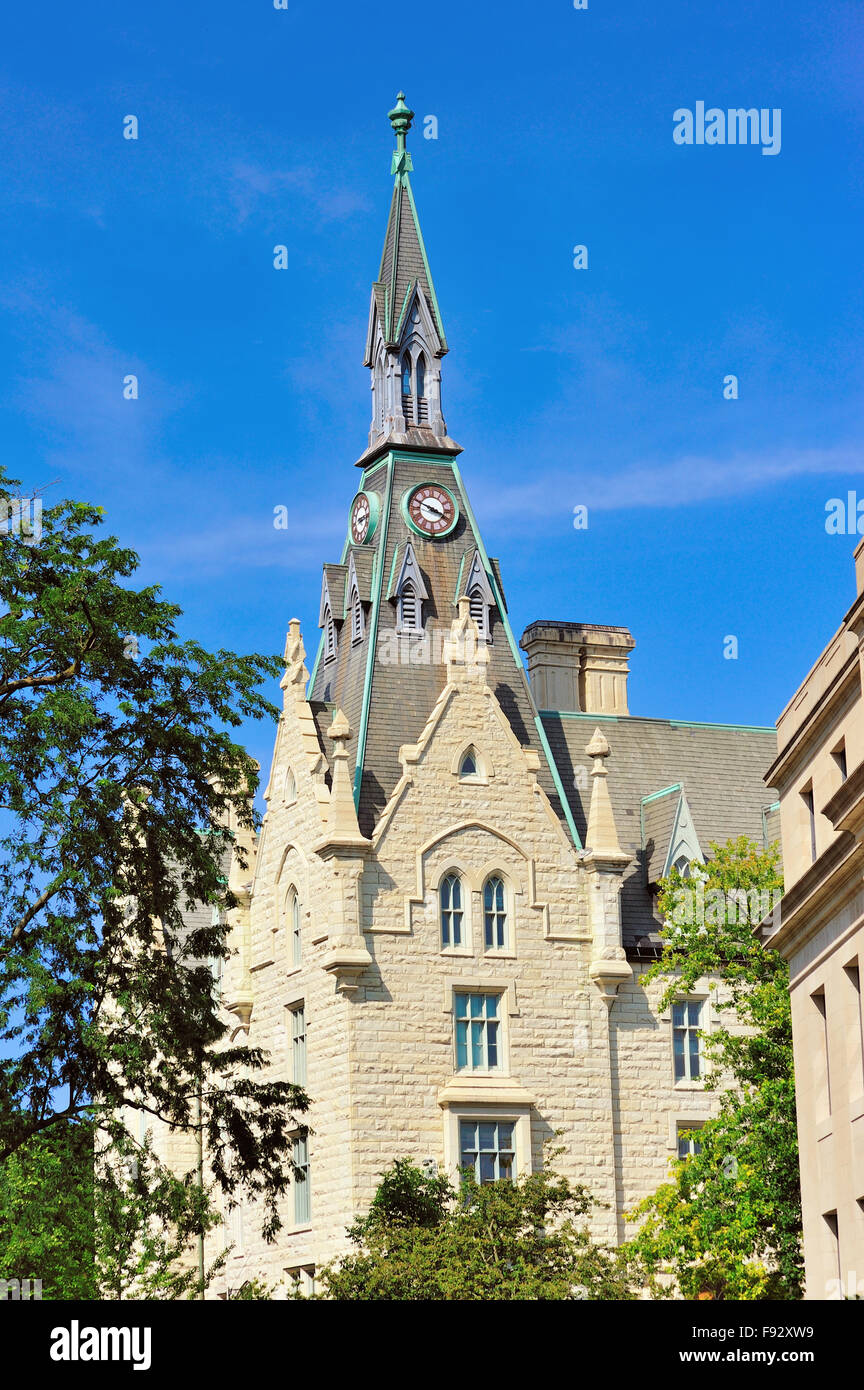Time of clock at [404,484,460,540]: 3:48
